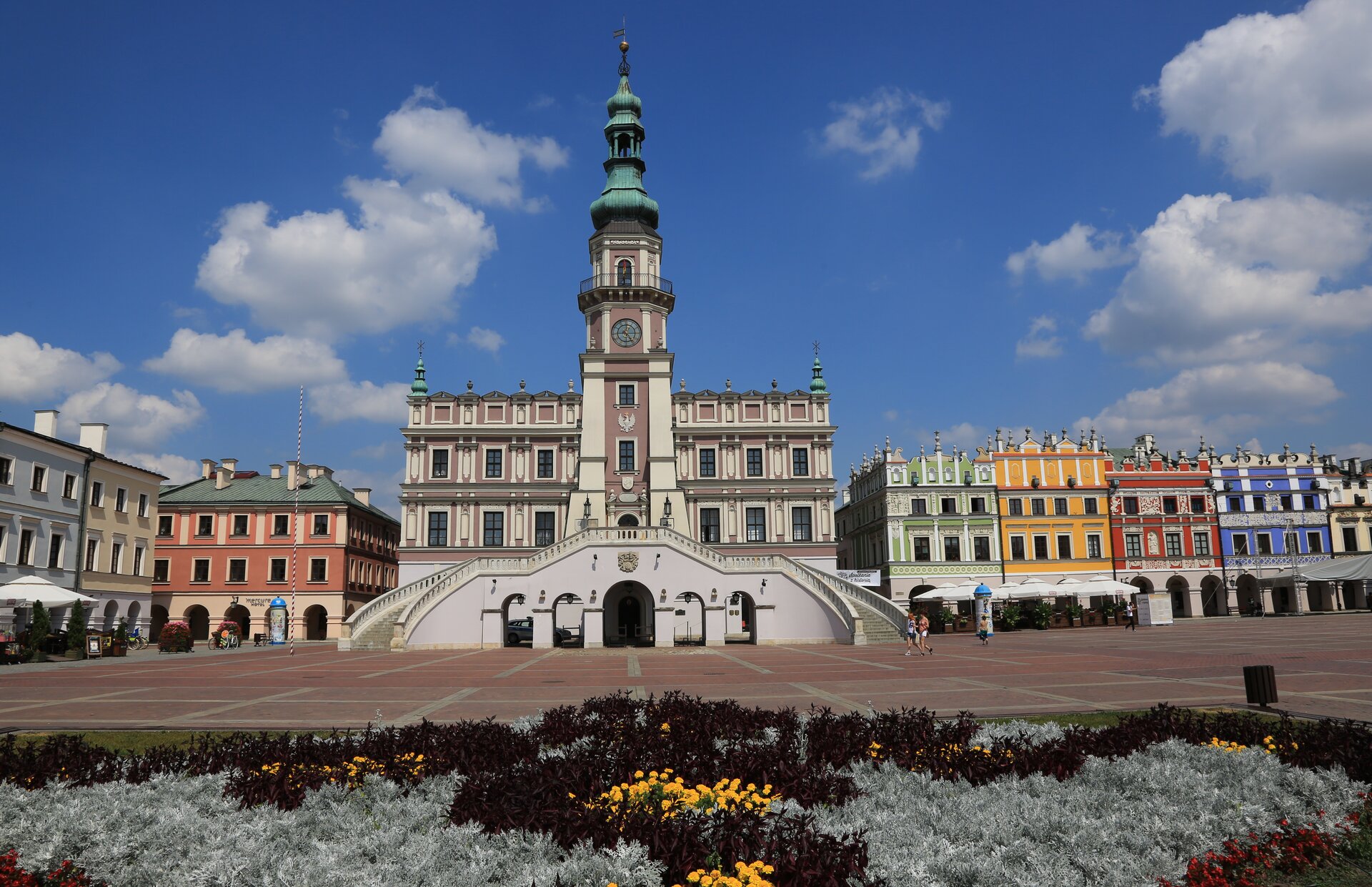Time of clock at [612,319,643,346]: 12:24
